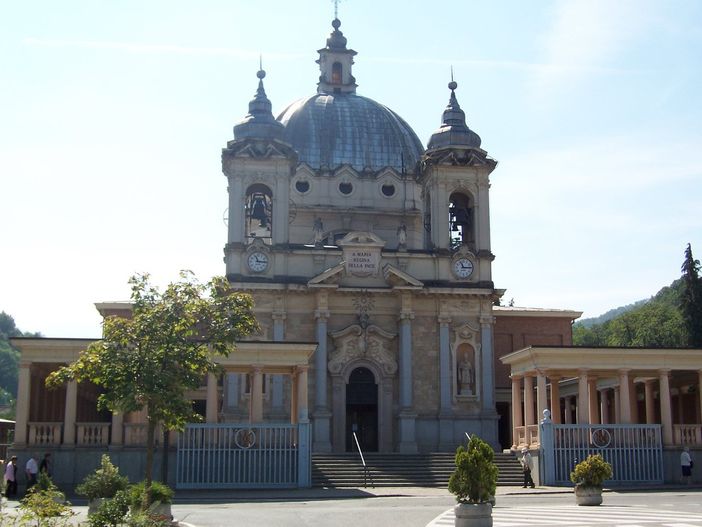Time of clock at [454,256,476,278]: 11:14
